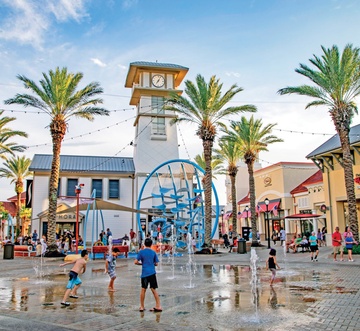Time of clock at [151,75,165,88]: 7:04
